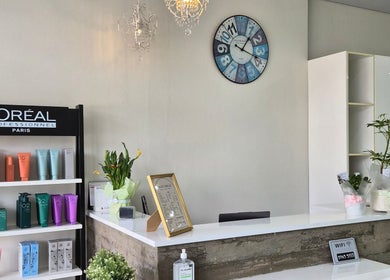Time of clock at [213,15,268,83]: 1:18
